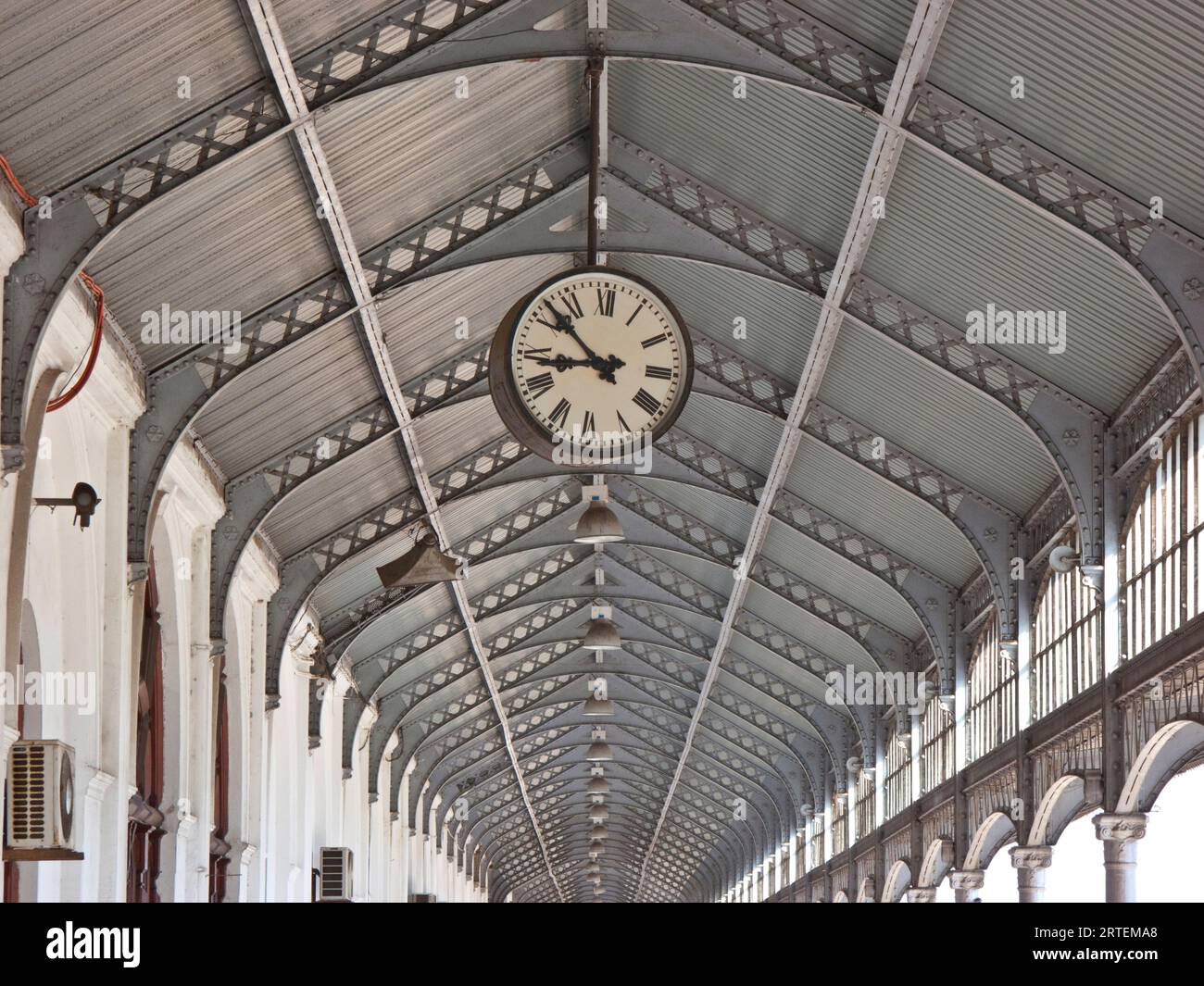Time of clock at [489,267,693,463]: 8:52
